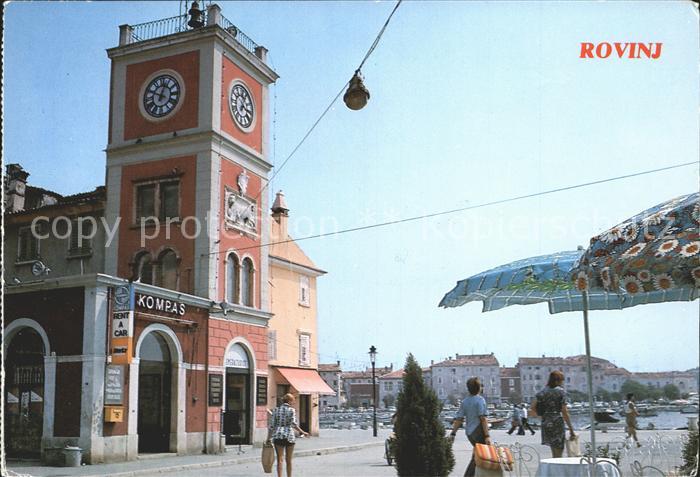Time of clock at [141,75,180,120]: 12:49
